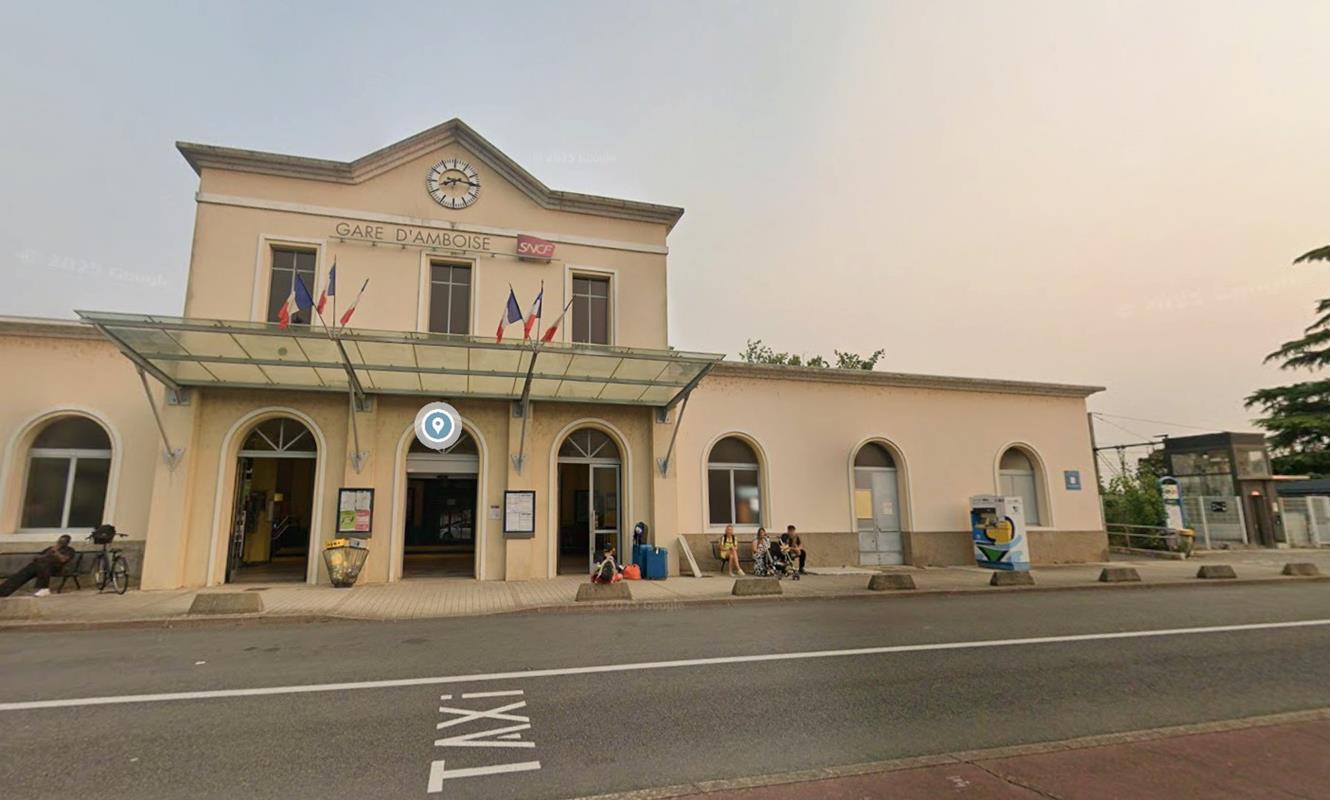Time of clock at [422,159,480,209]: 8:15
